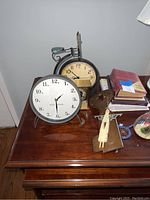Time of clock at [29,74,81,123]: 1:30
